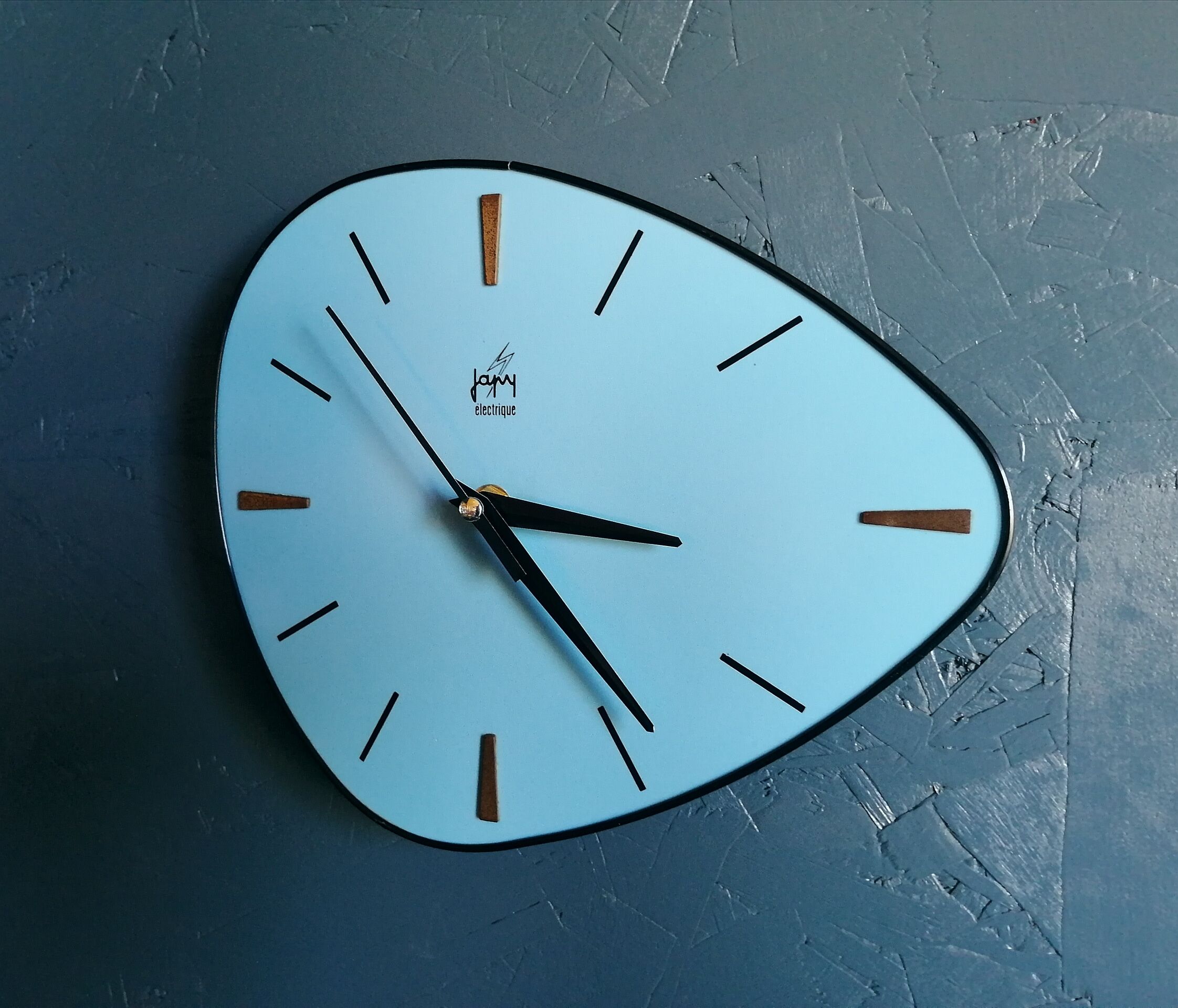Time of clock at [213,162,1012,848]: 3:23
